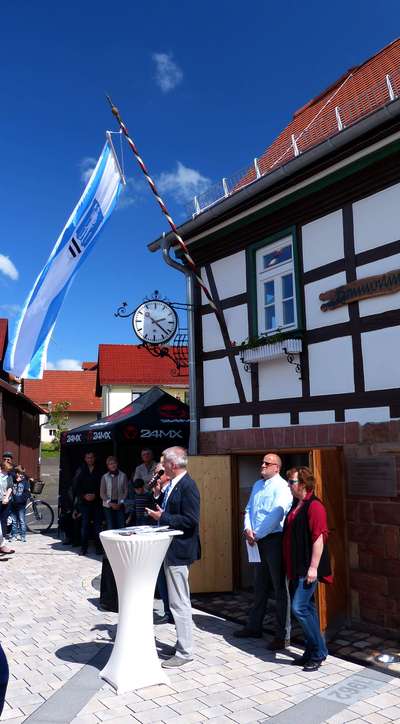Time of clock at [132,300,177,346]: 2:21
